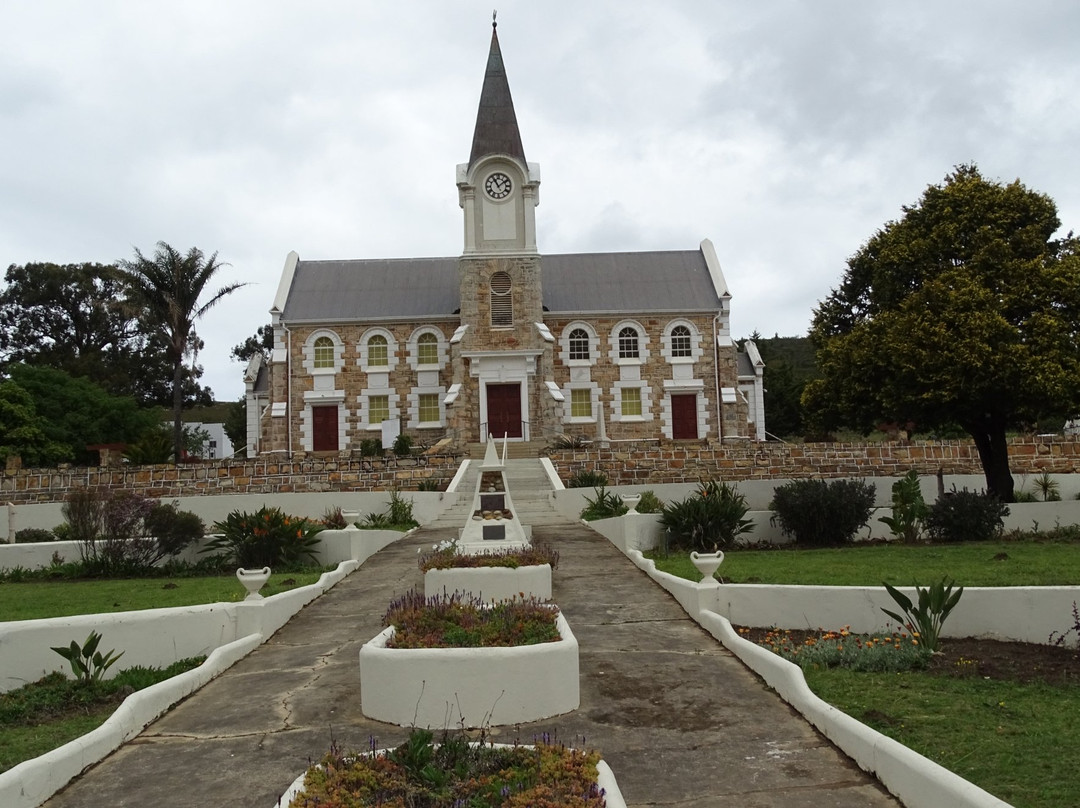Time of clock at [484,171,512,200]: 11:08
